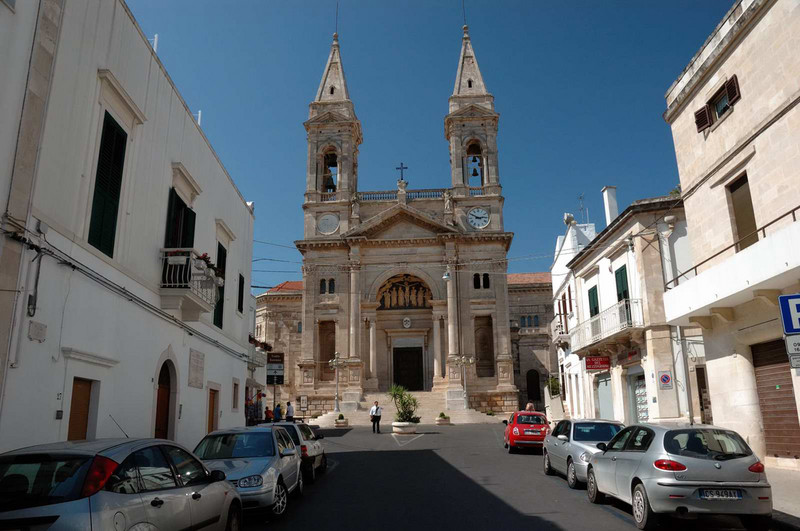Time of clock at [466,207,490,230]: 2:49
